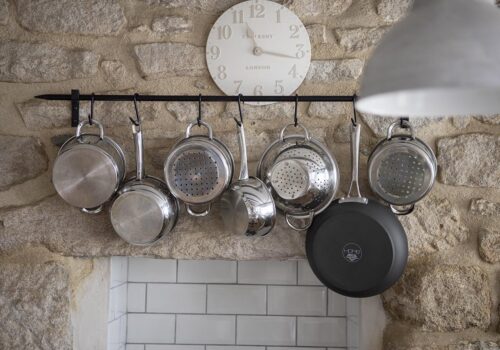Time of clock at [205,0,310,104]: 11:16
